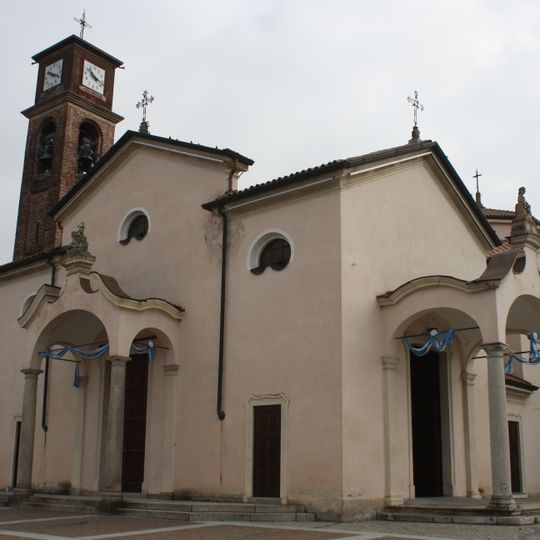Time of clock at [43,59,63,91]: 10:19
